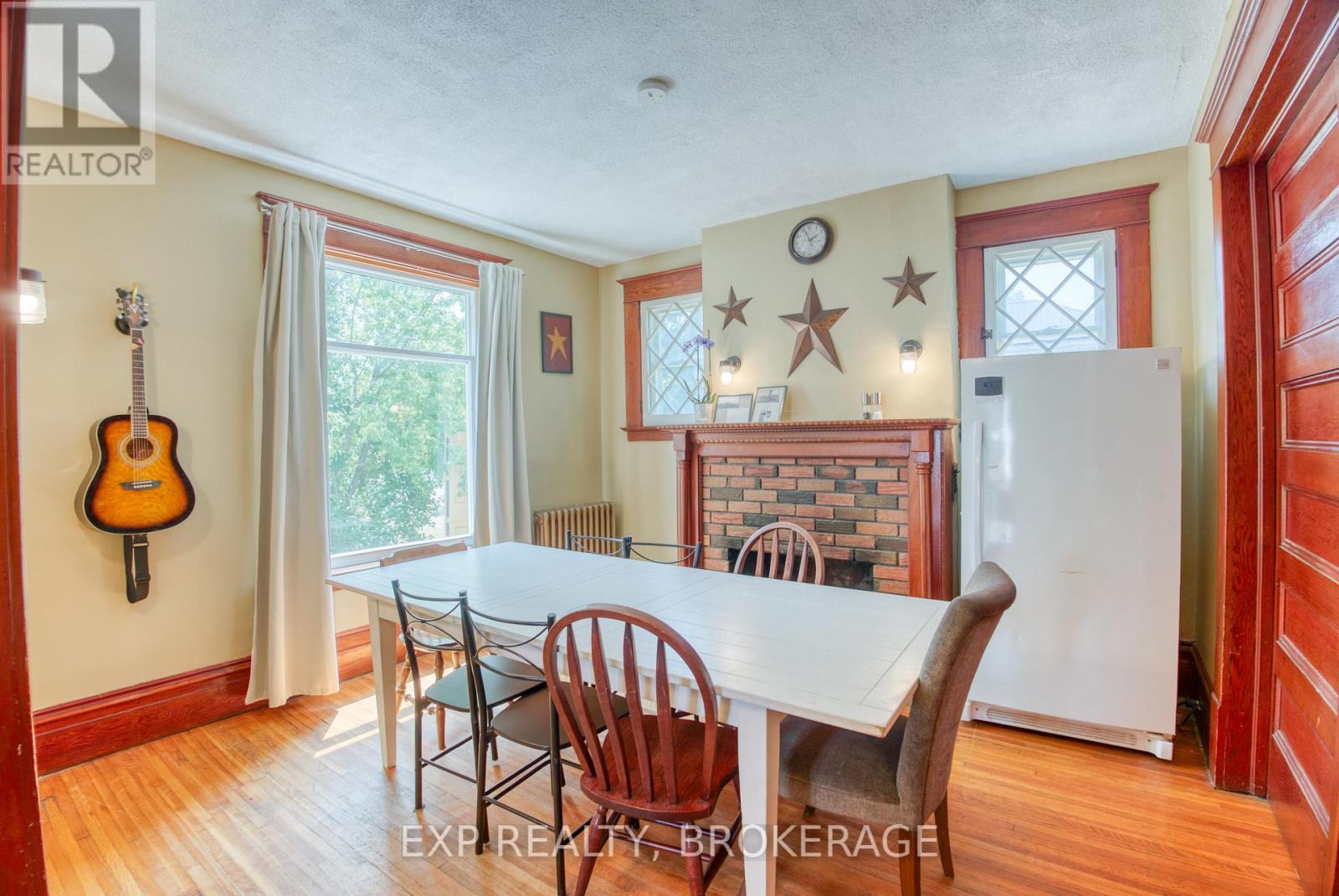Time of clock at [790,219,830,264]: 1:56
